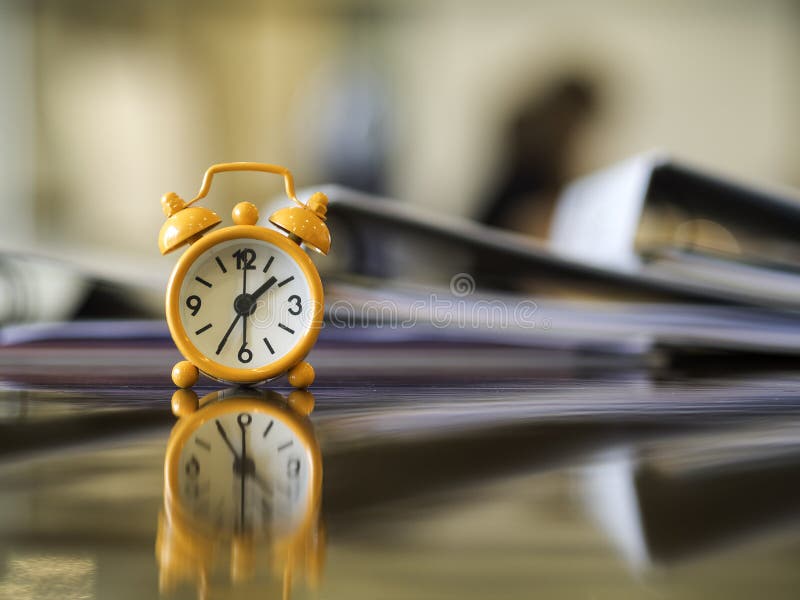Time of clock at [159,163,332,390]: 1:35
